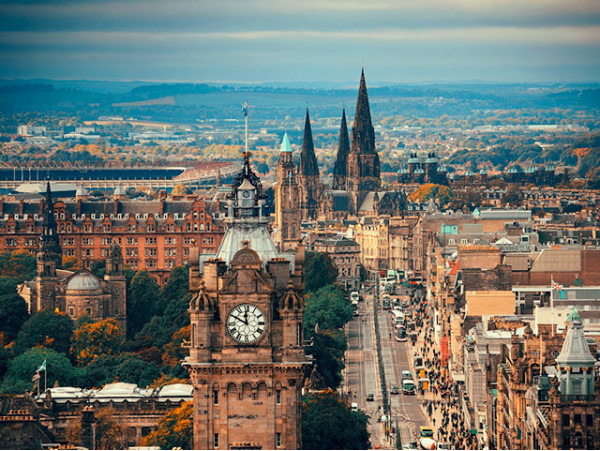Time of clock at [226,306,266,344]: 11:50
